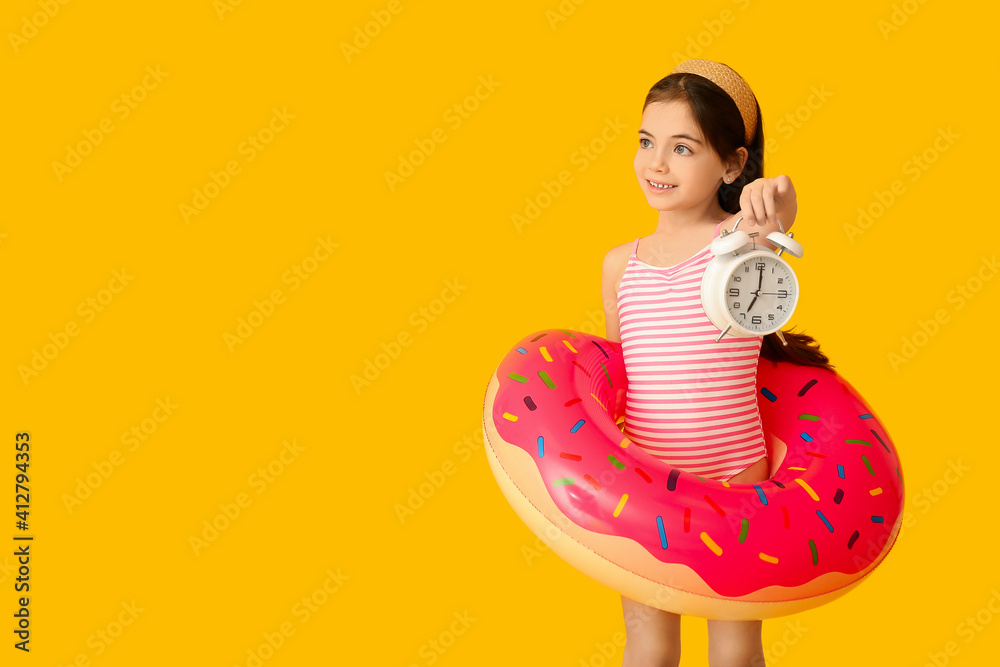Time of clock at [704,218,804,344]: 7:00
